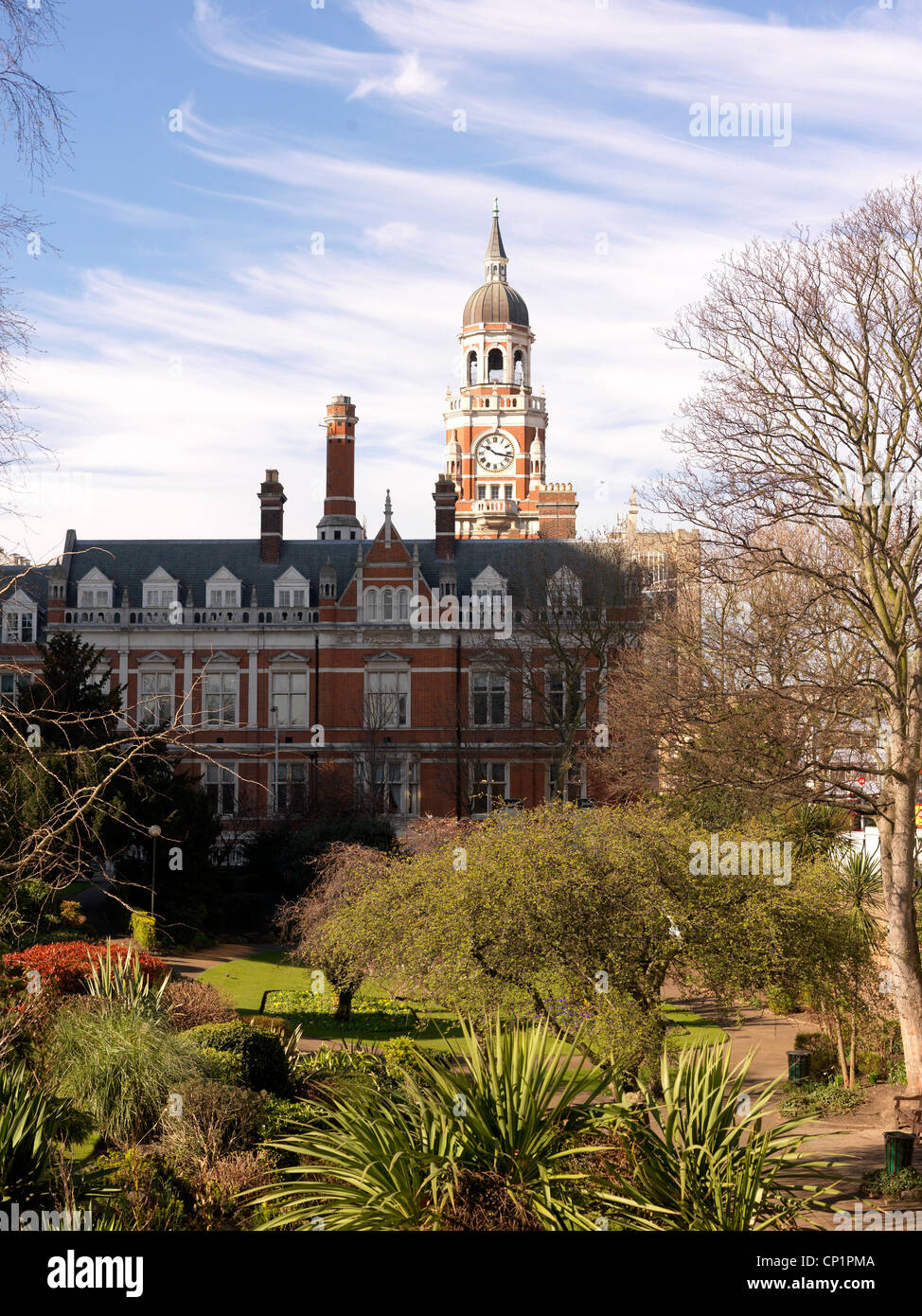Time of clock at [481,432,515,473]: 10:17
